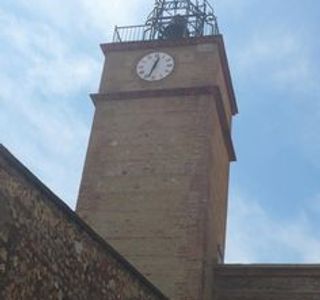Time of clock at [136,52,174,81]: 12:33
